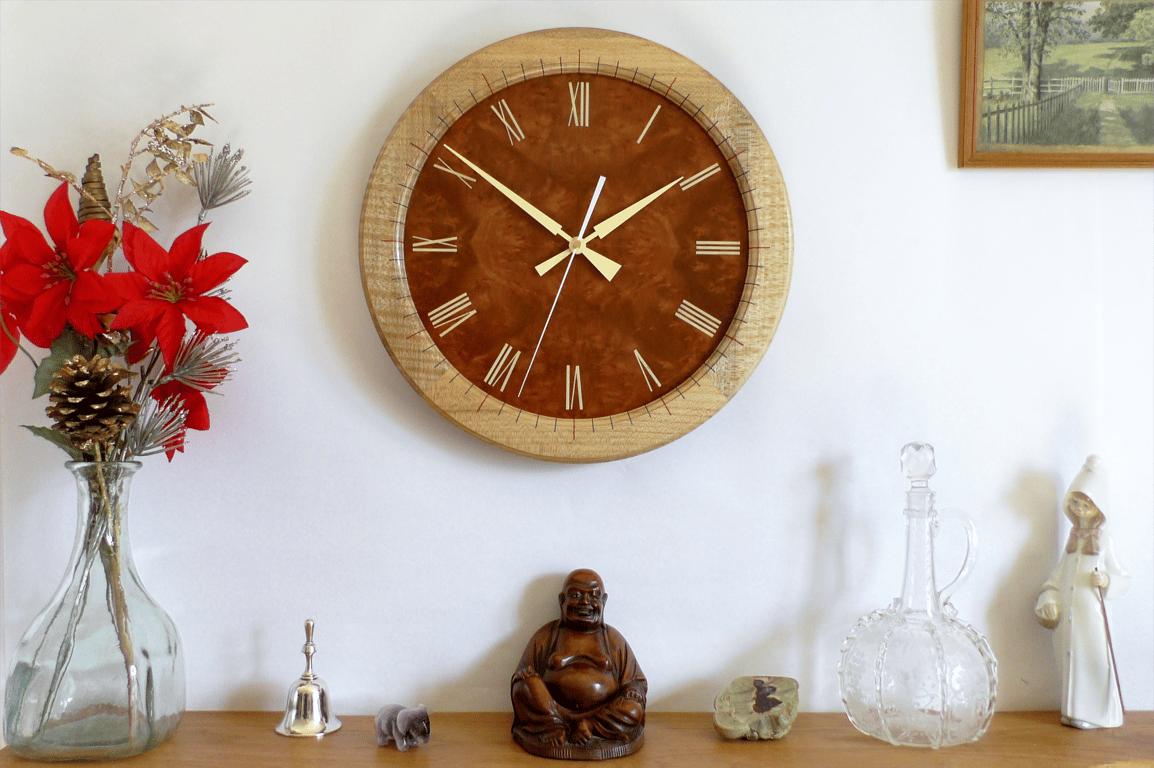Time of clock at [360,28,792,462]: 1:51
